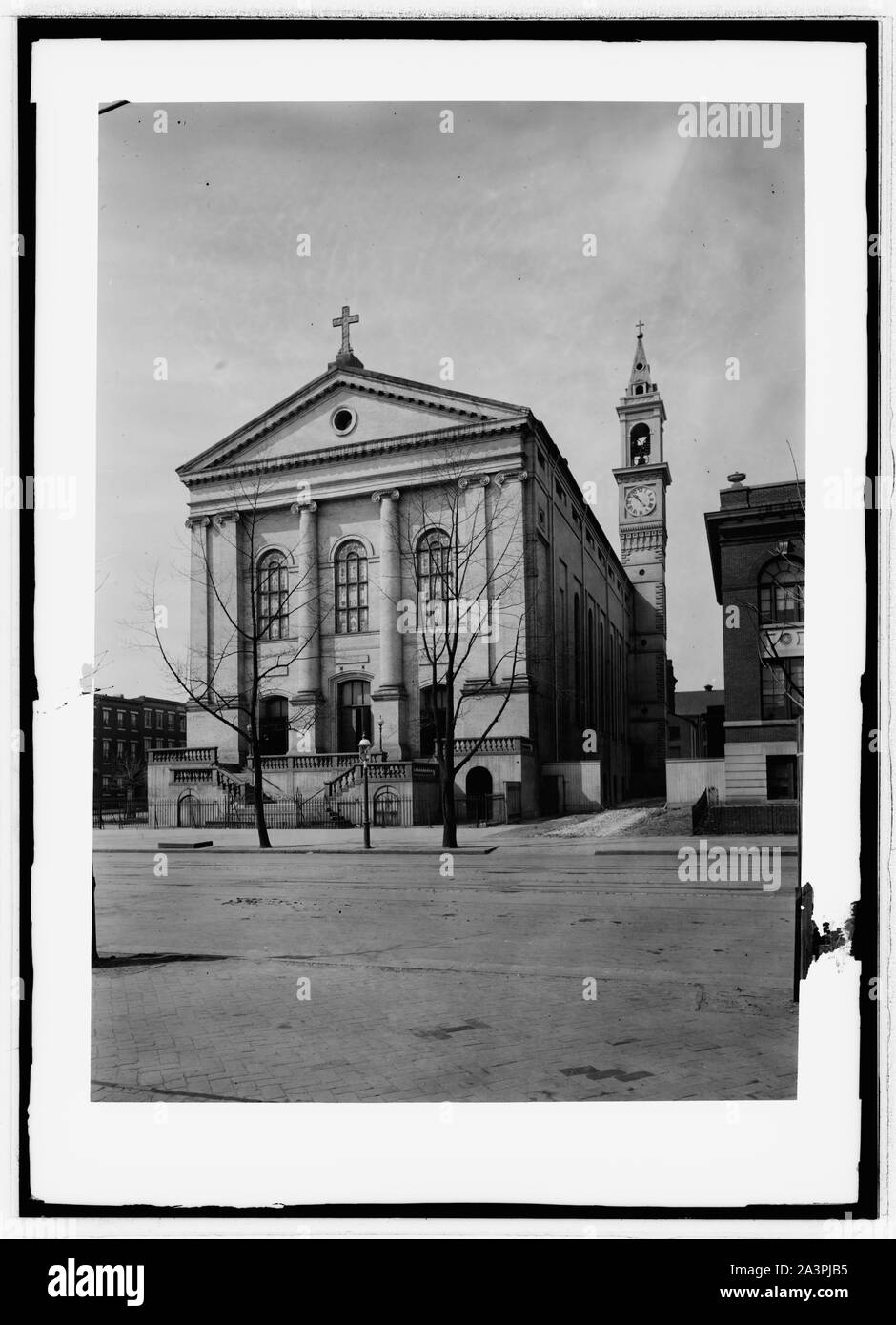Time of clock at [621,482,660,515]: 10:53
